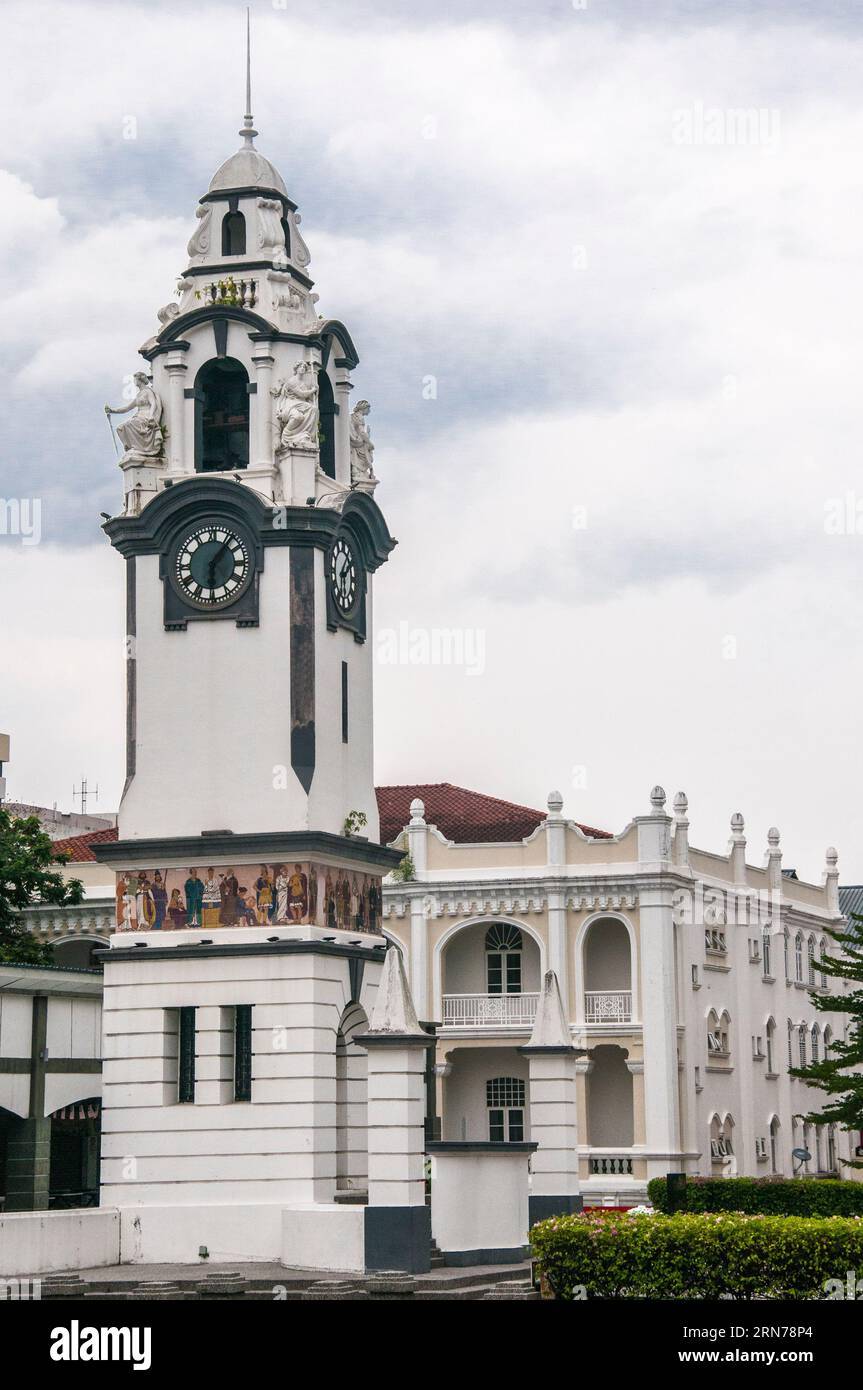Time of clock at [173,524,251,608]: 6:06
